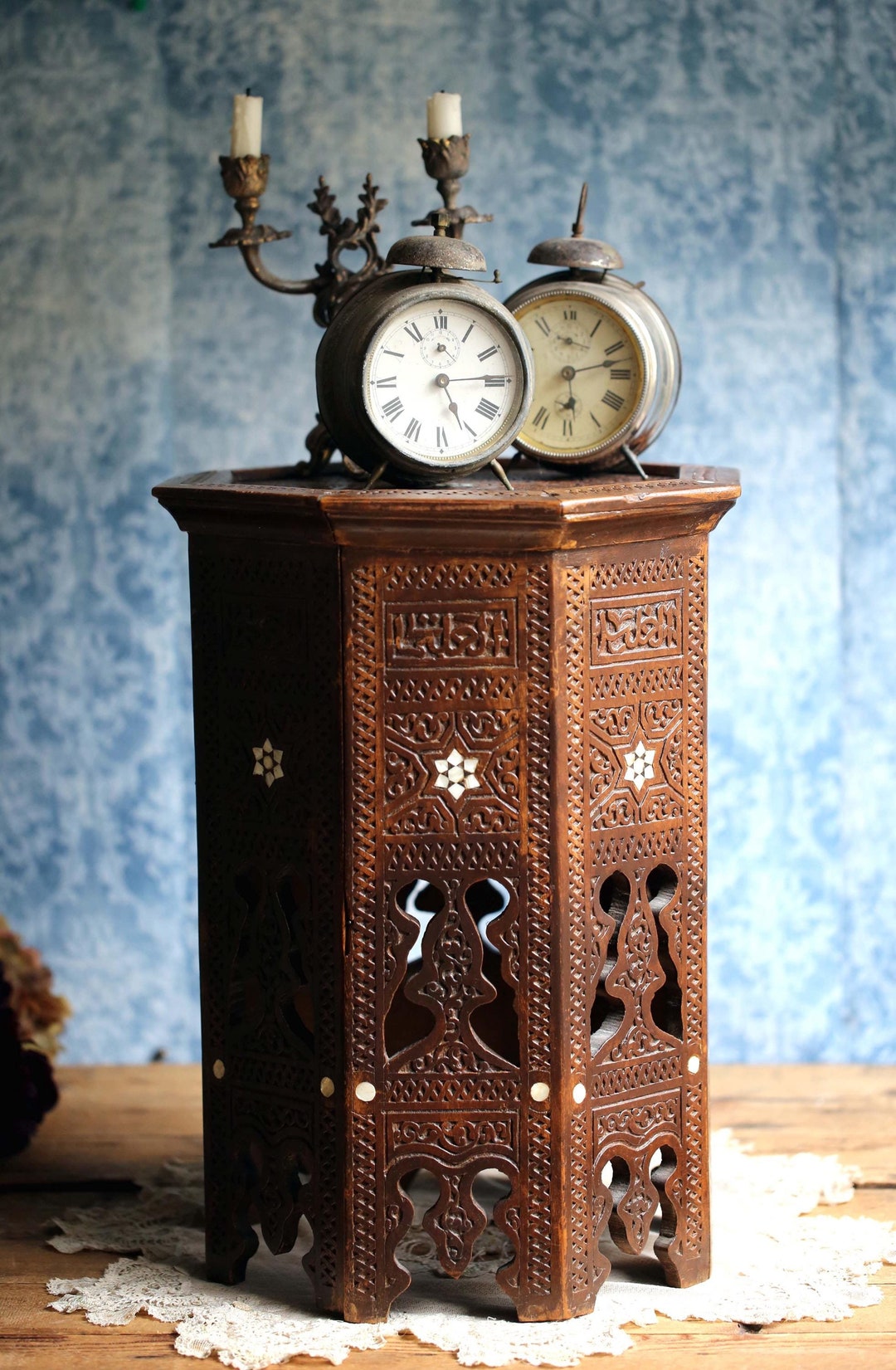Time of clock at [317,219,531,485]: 5:14
